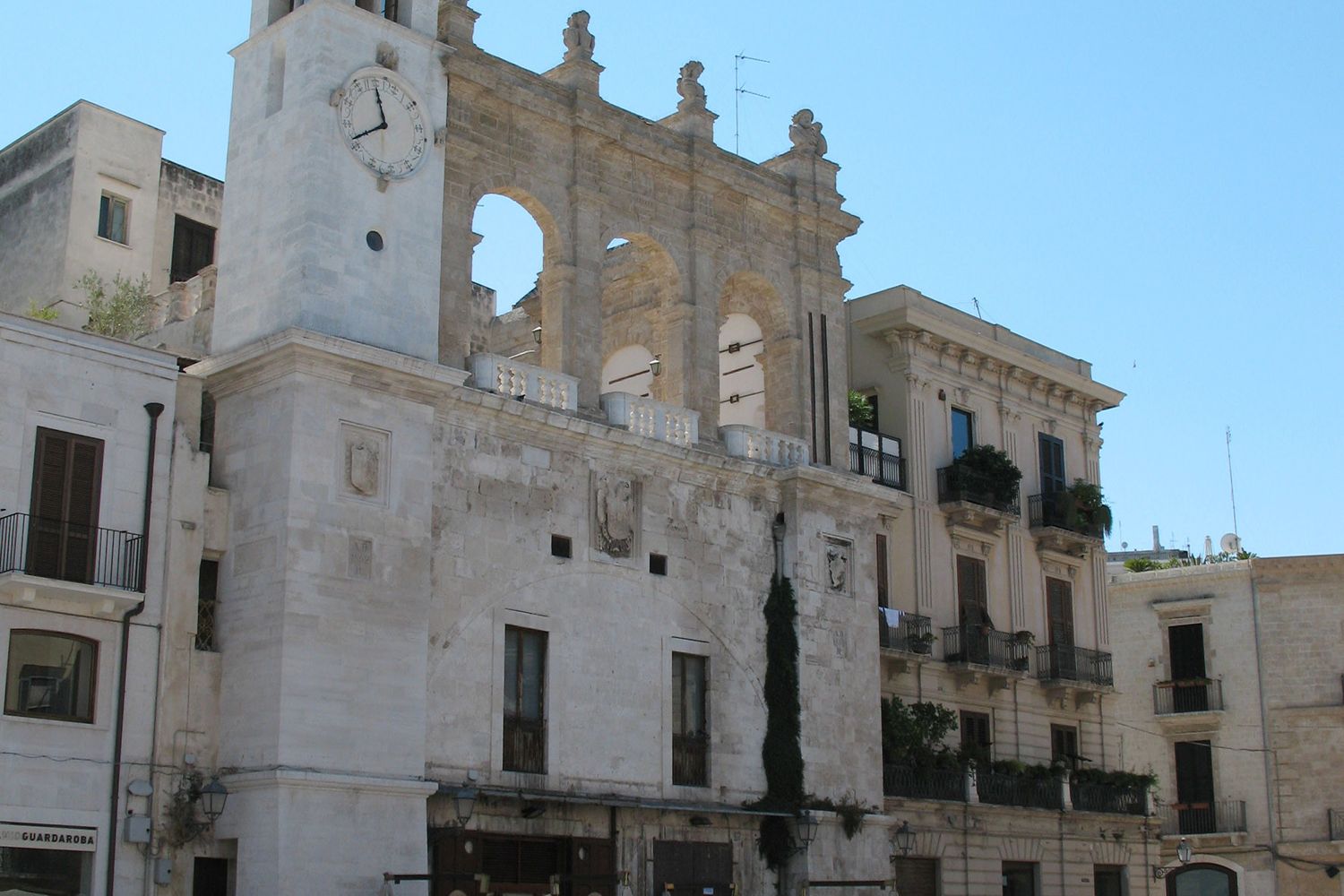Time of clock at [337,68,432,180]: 11:41
